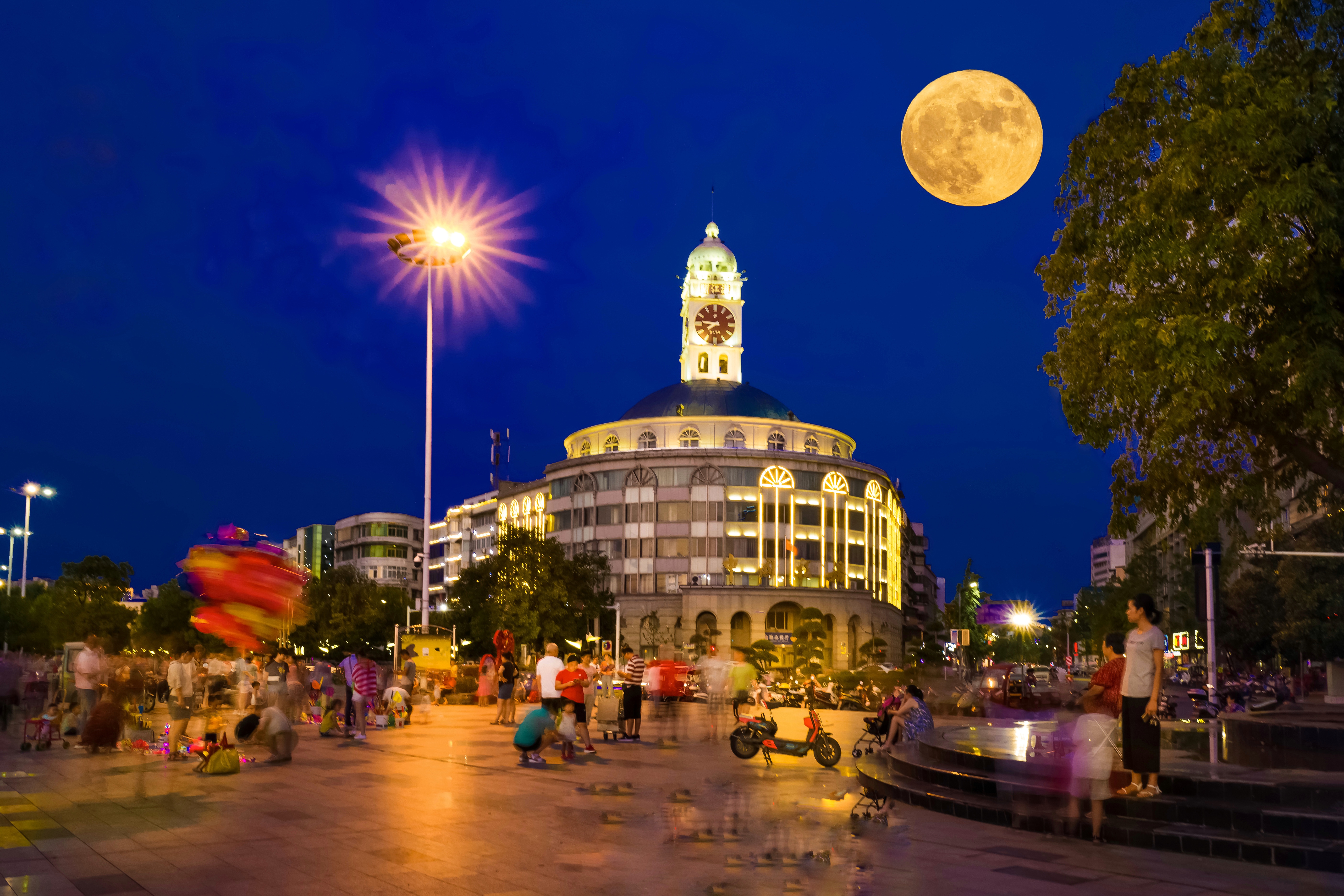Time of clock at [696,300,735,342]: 7:46
